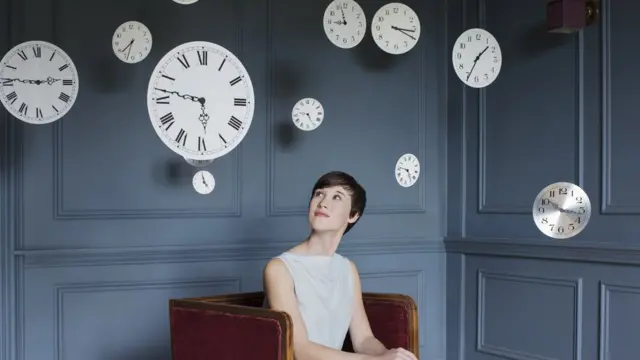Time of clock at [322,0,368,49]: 8:57
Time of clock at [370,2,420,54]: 3:19
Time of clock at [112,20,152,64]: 7:33
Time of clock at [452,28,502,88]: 1:34
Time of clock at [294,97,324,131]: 9:25
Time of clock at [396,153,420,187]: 4:46
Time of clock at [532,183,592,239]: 10:17
